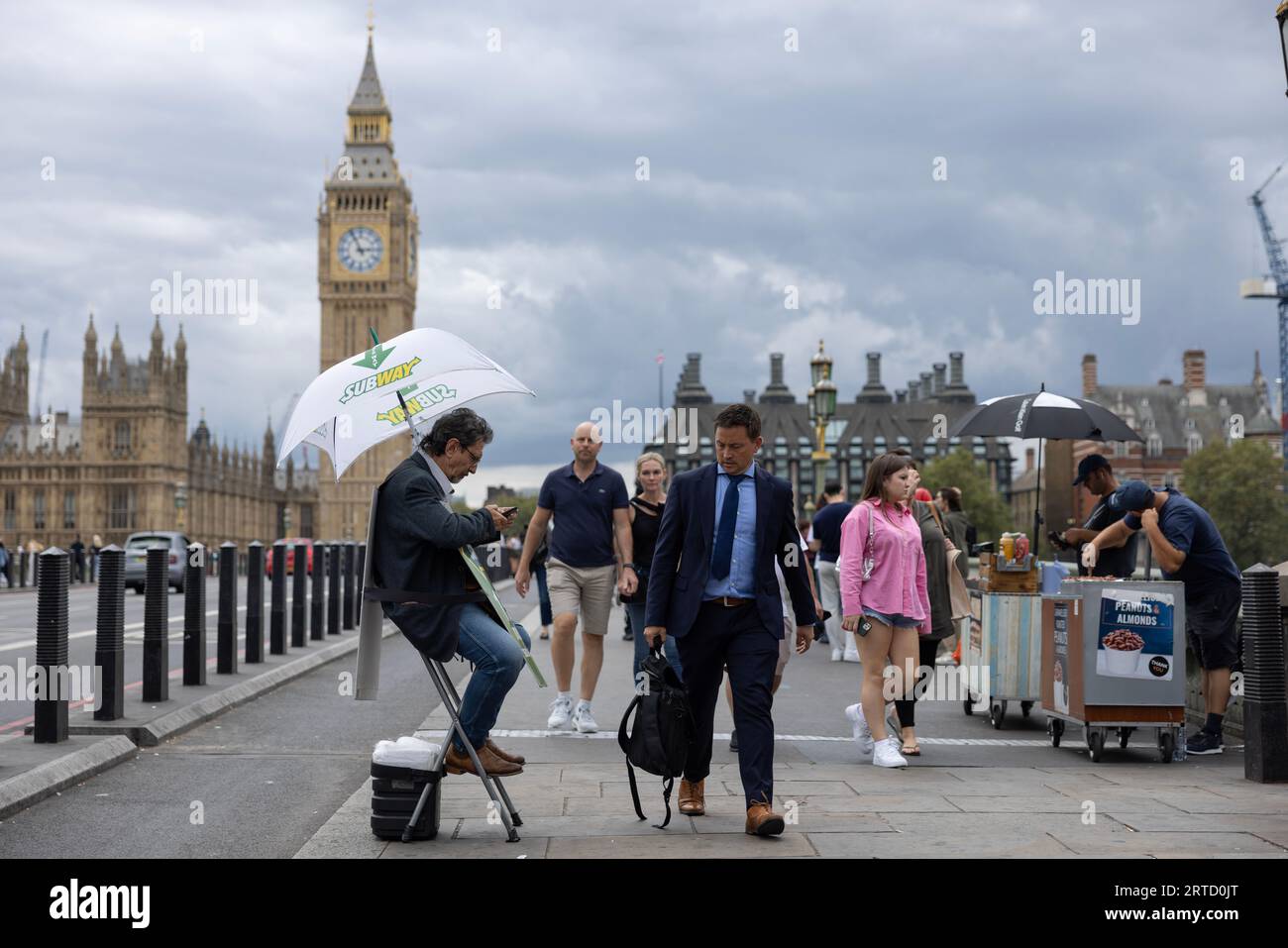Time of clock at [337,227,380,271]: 2:56
